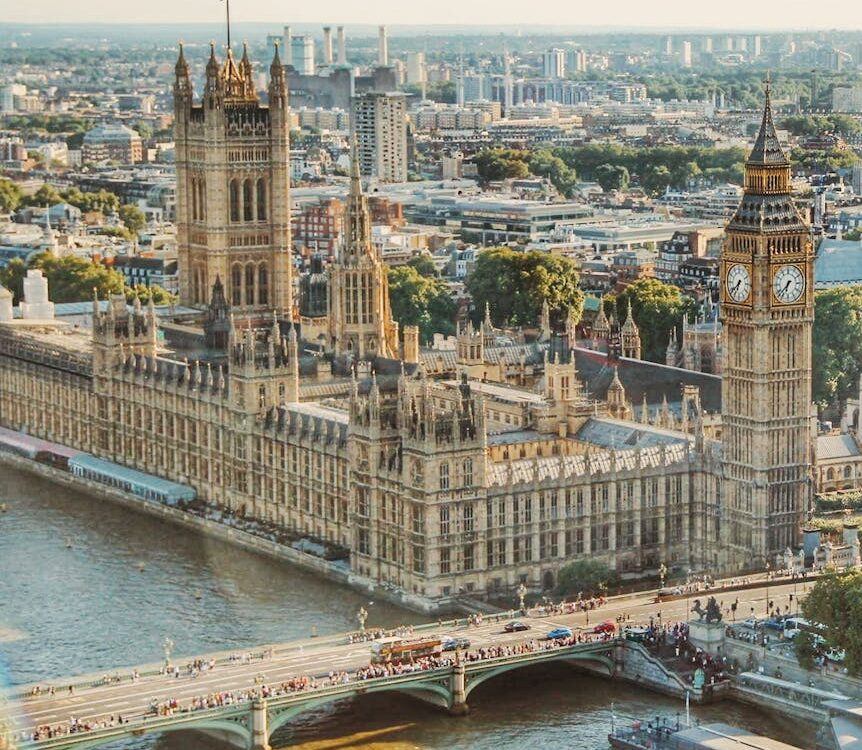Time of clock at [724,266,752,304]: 6:38
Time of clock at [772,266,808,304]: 6:37
